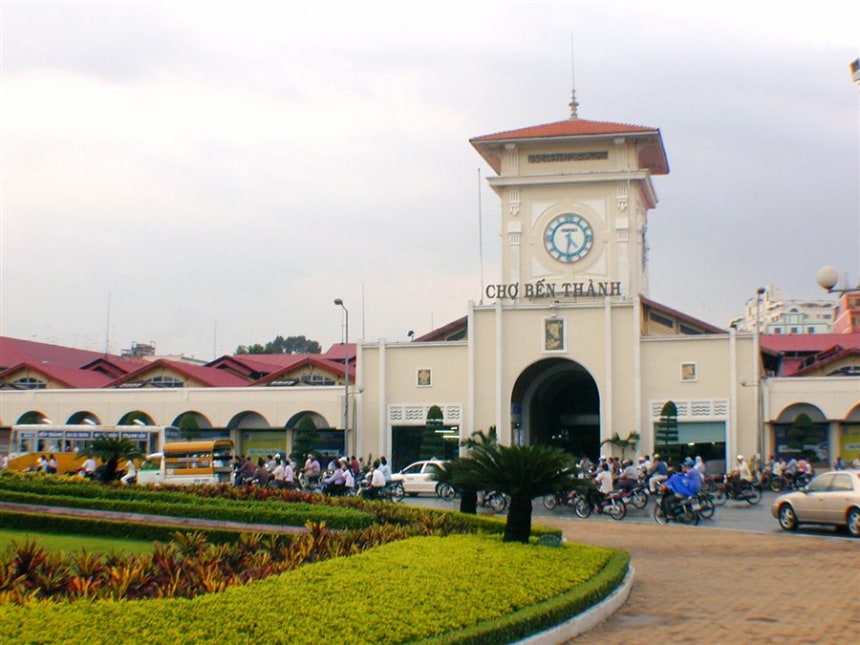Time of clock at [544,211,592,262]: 4:31
